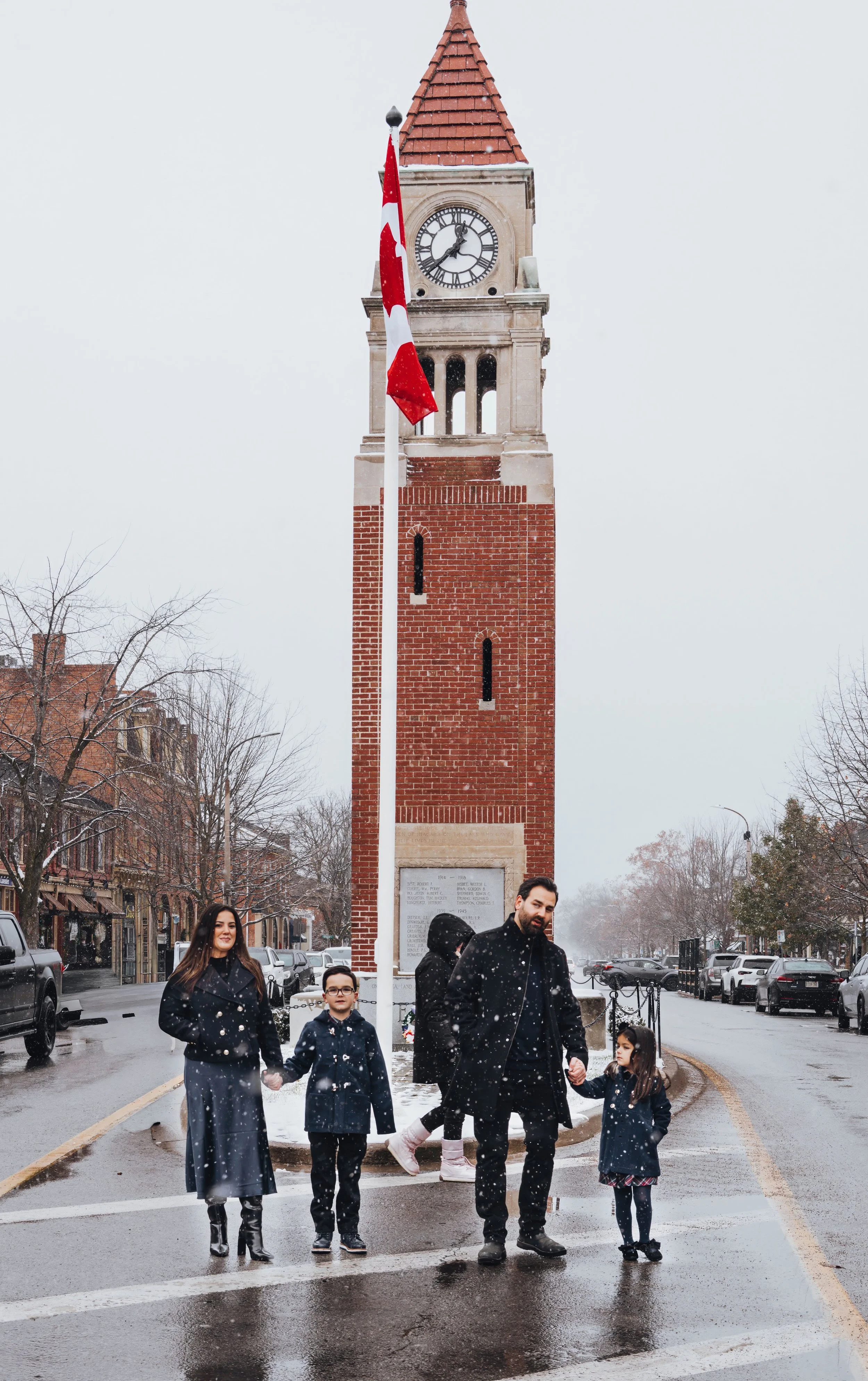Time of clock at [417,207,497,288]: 12:37
